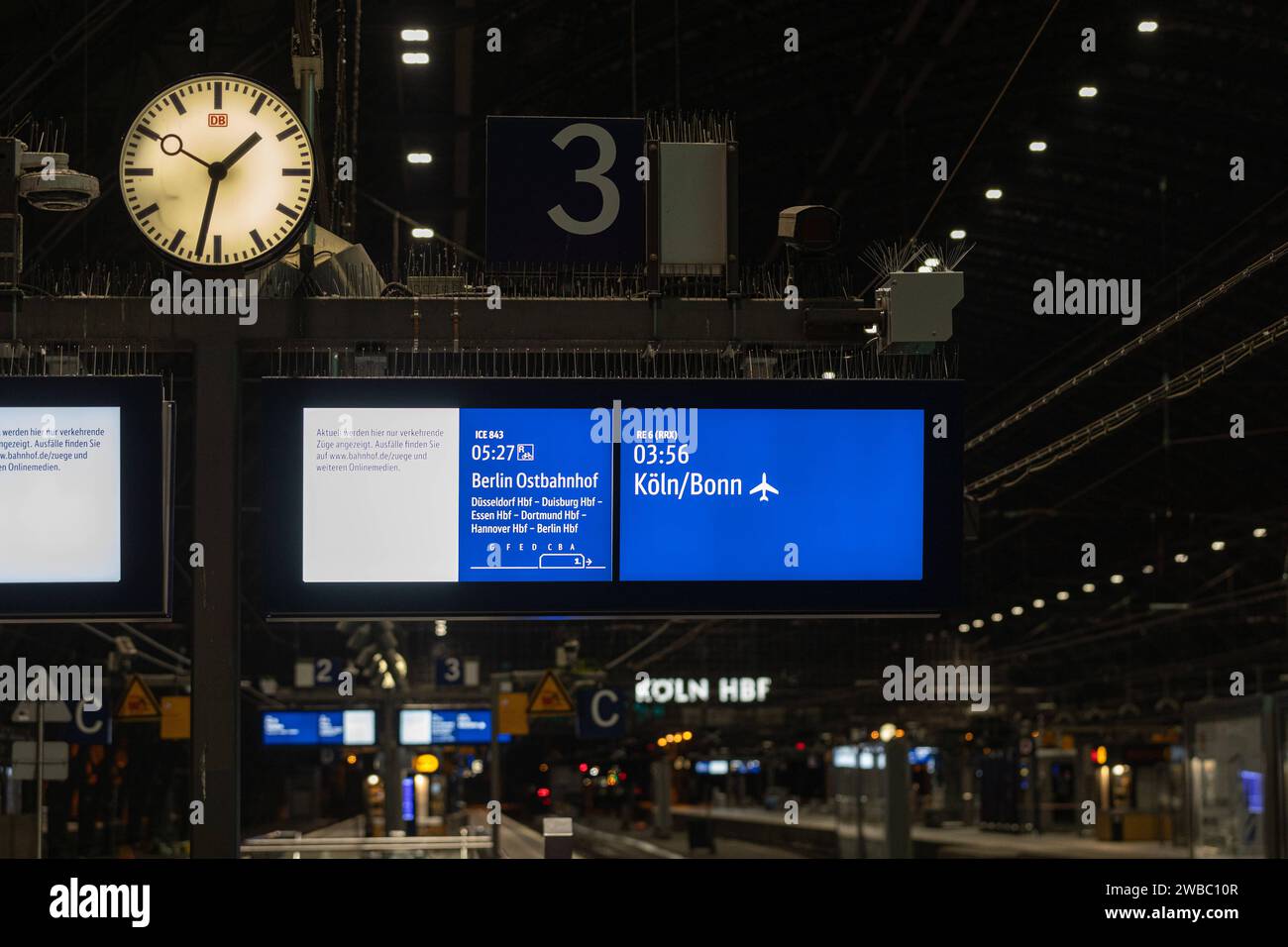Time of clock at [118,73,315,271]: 1:32
